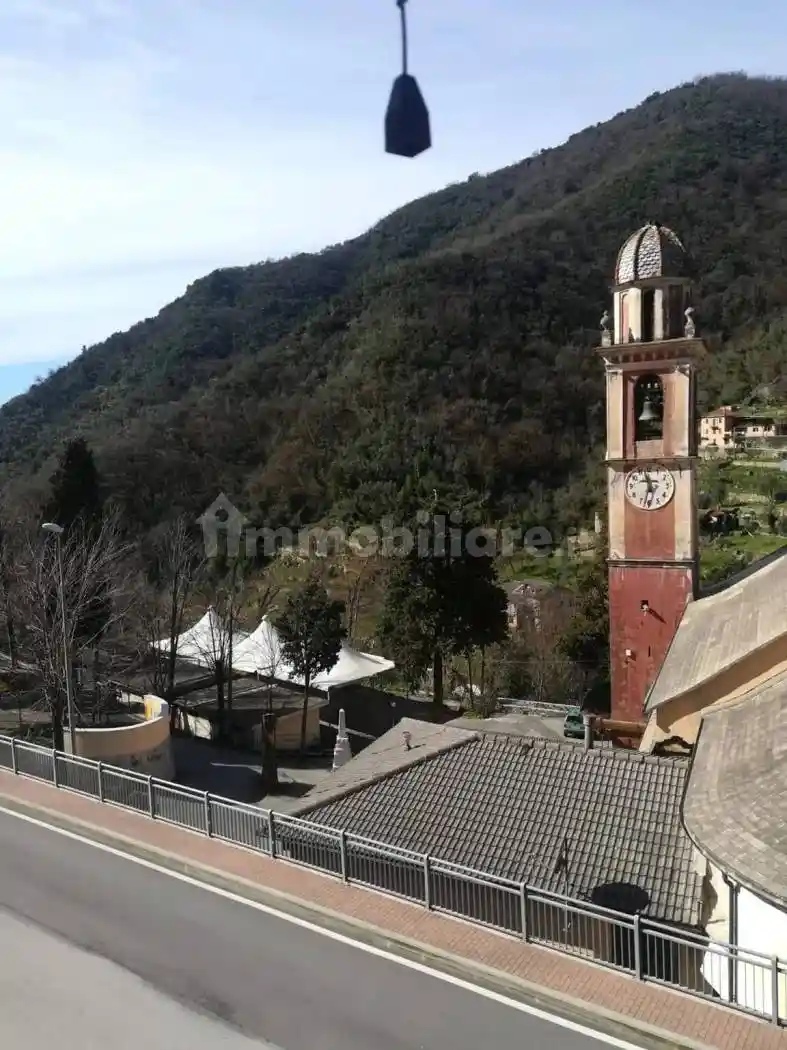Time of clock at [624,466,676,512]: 11:32
